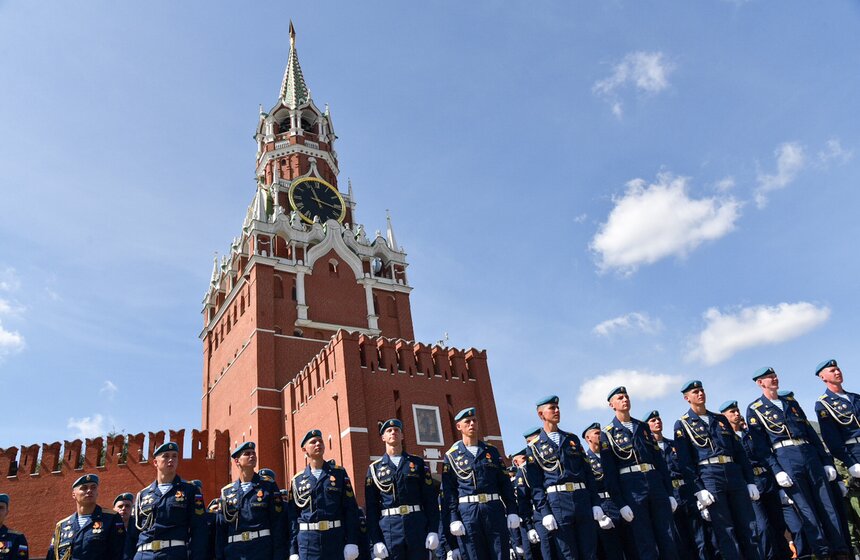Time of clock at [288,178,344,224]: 11:17
